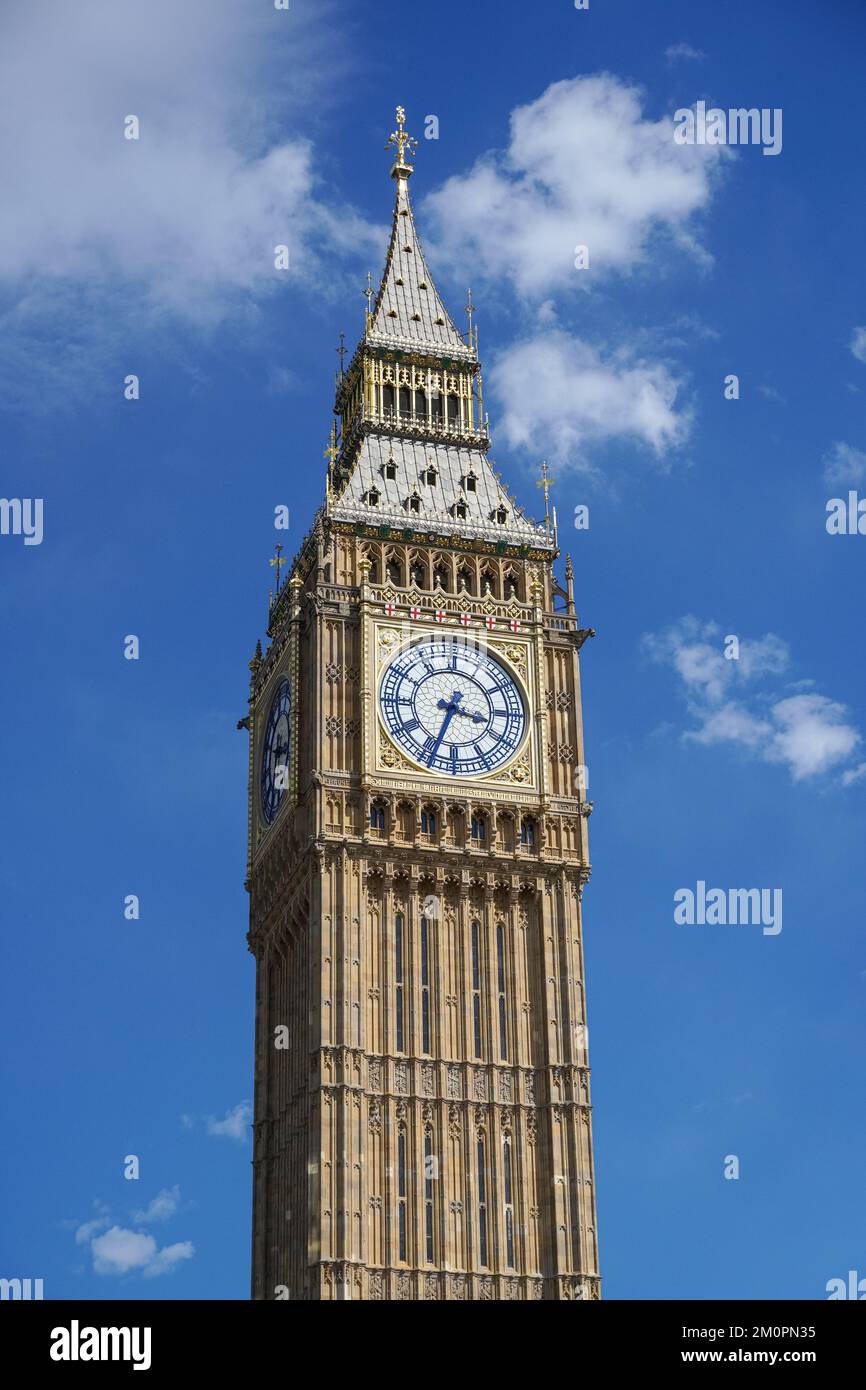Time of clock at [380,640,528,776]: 3:33
